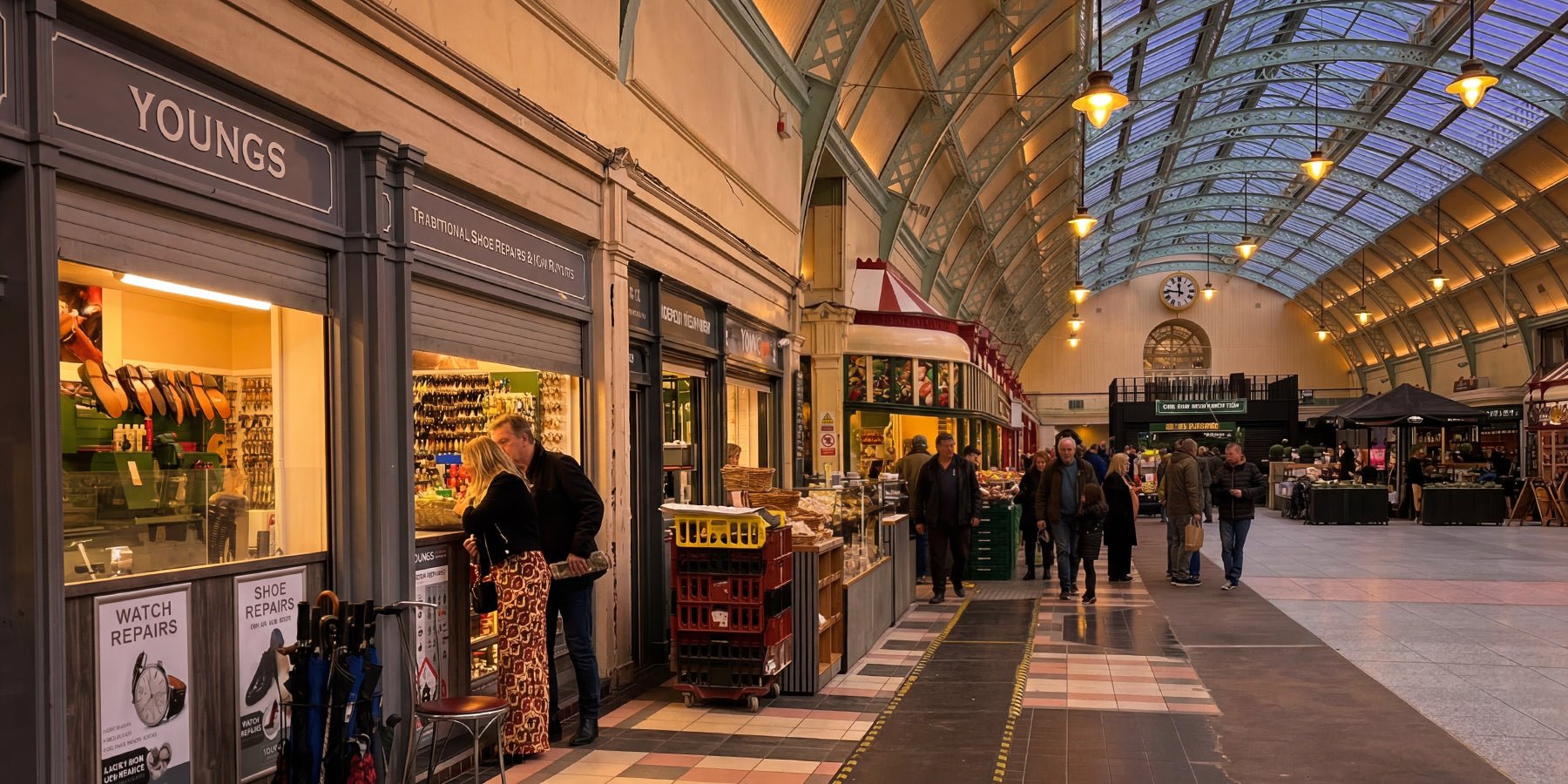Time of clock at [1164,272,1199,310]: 11:46
